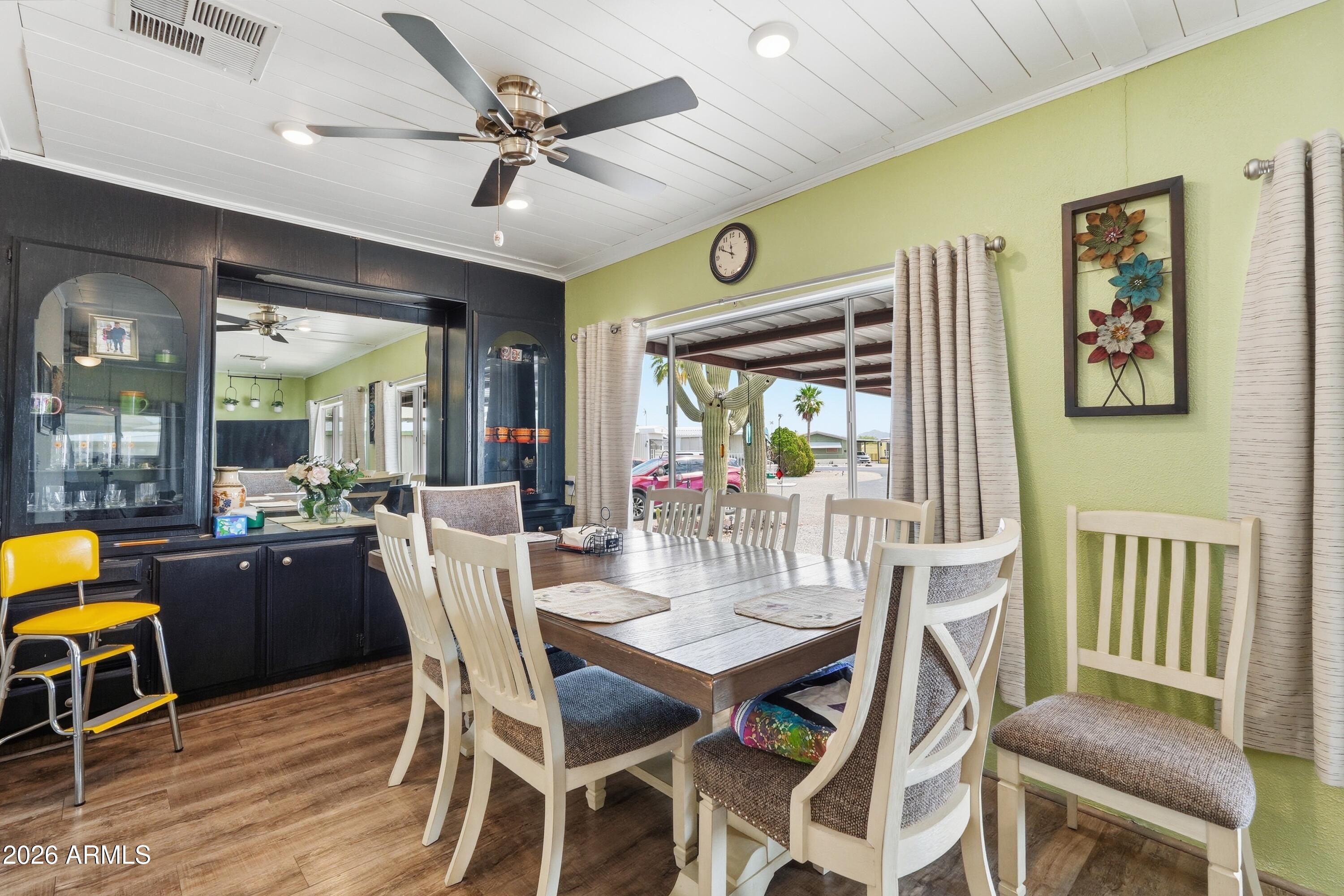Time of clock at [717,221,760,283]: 11:49
